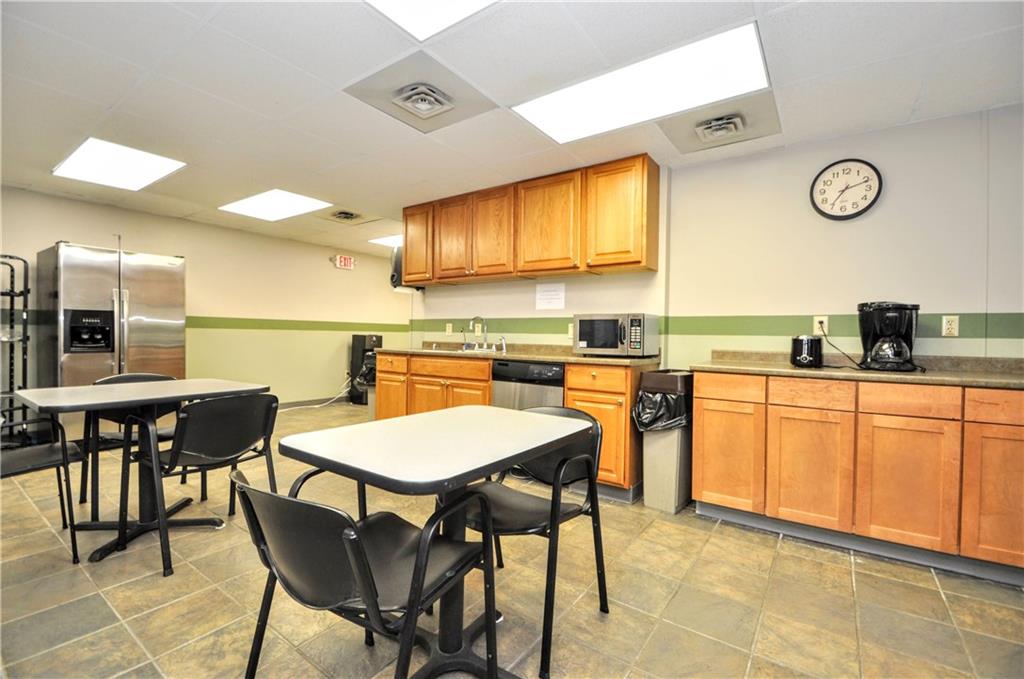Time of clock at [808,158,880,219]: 7:11
